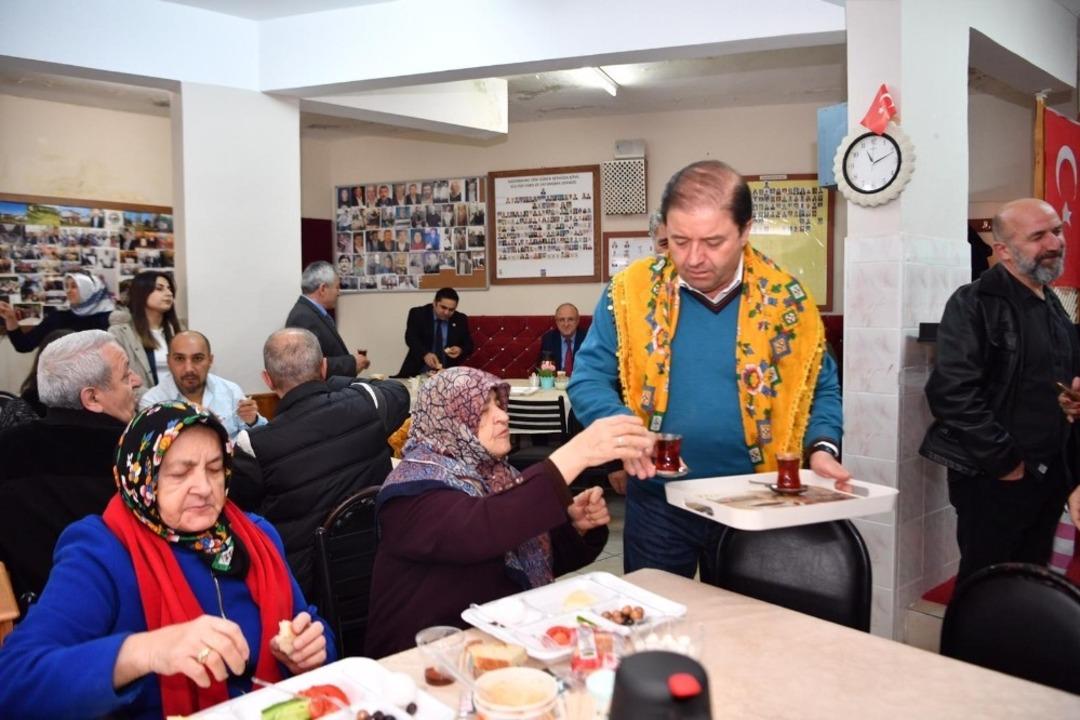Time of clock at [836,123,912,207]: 11:11
